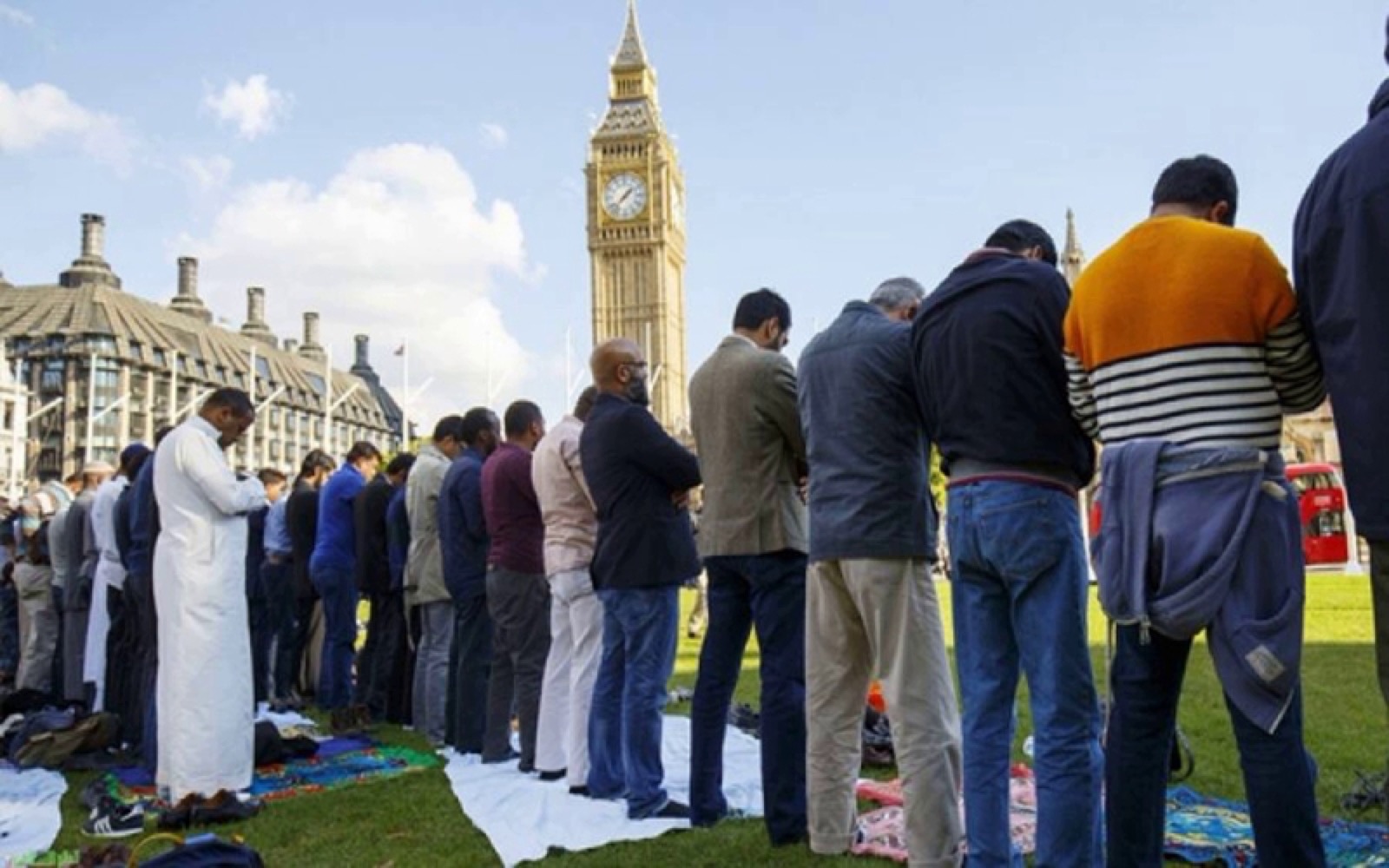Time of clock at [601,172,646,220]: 1:37
